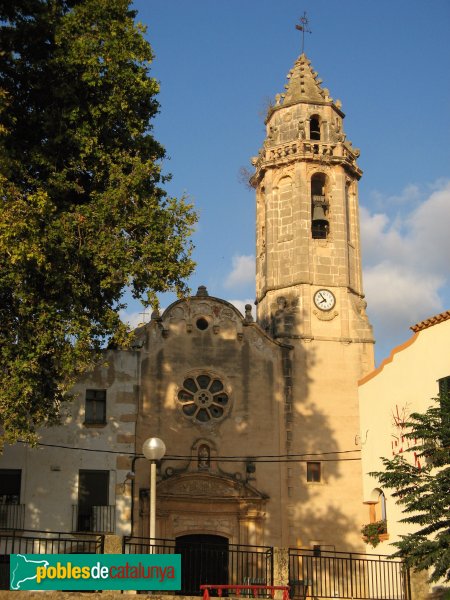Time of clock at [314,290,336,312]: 7:54
